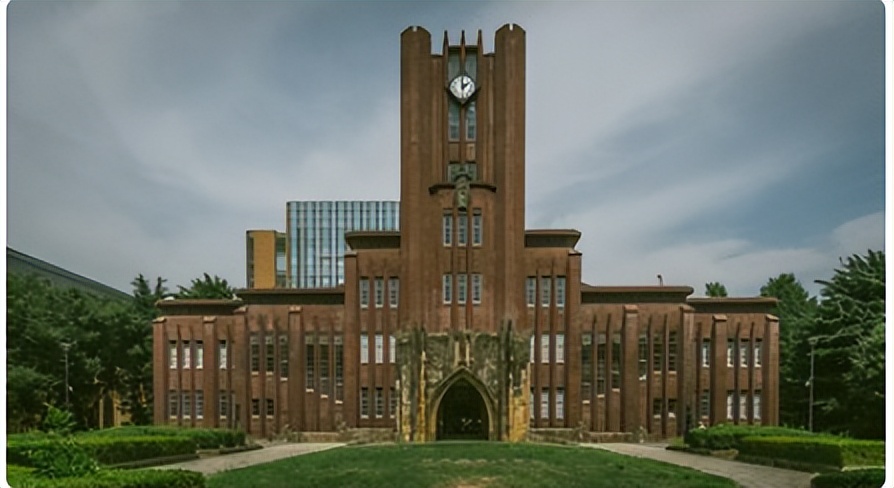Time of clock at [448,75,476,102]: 1:59
